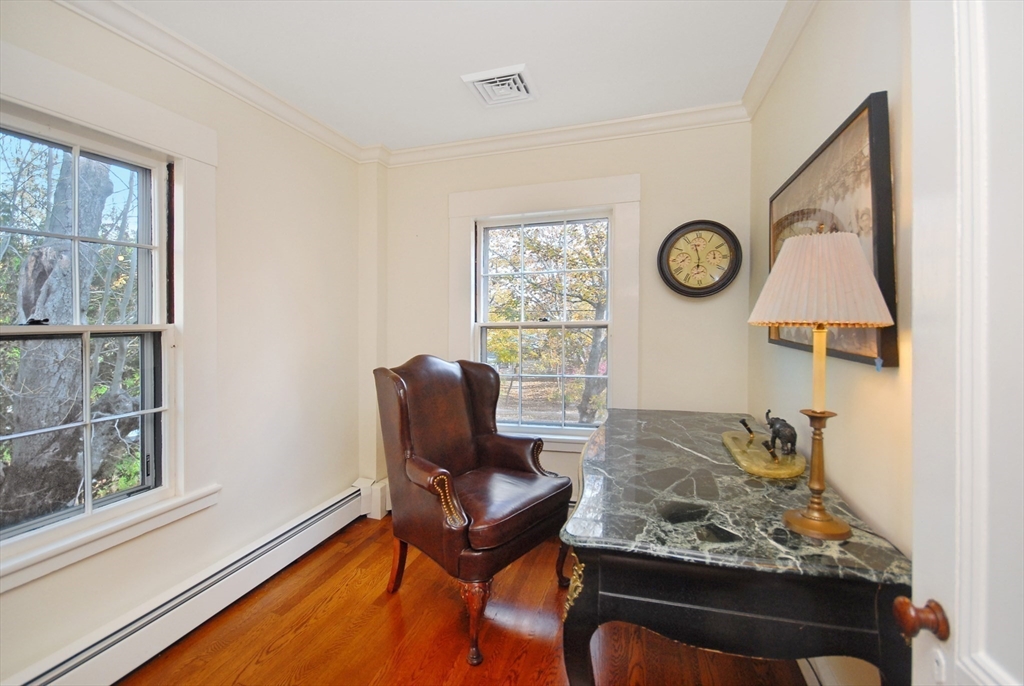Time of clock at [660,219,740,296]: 5:57
